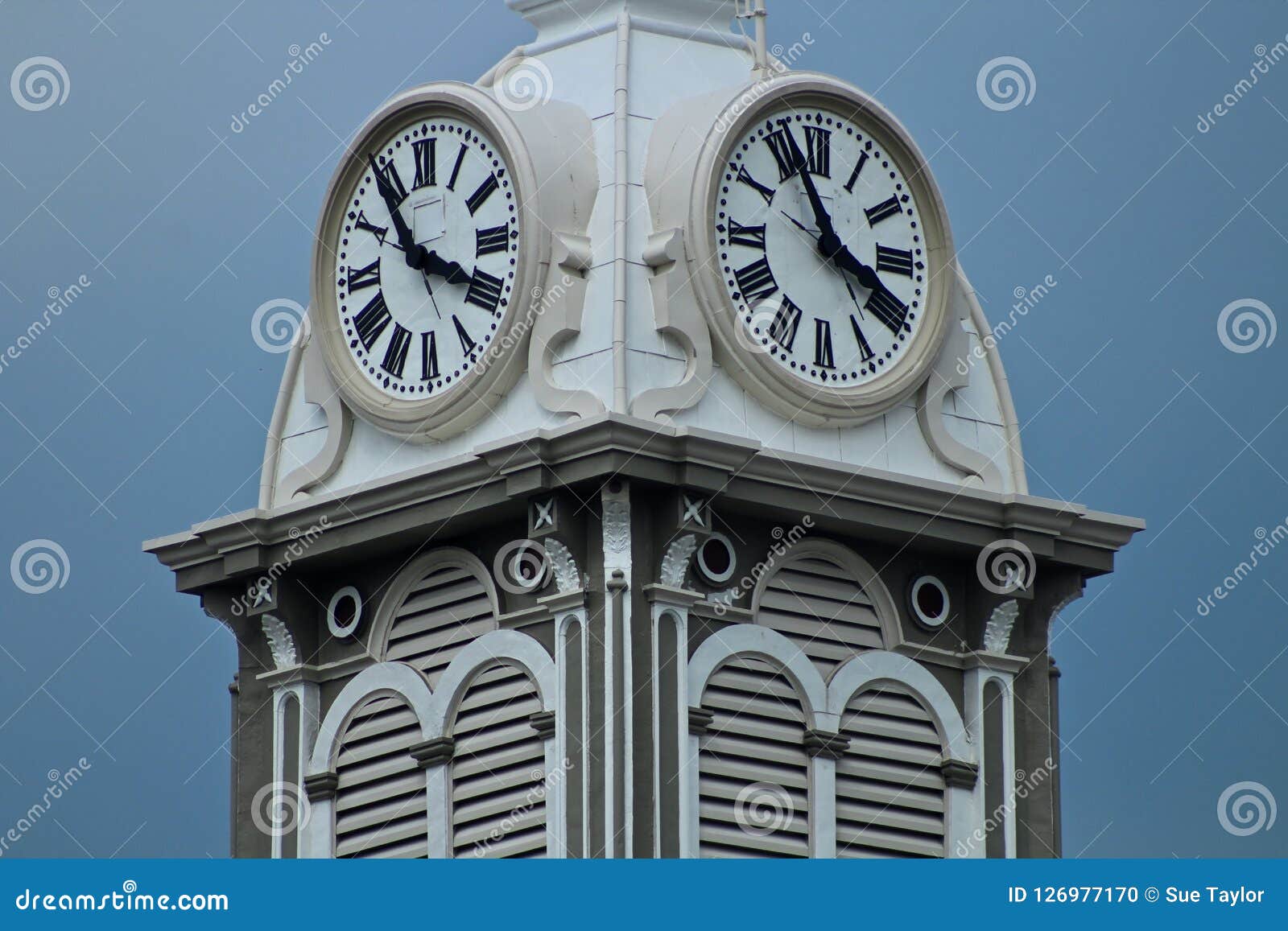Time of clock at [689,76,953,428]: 3:56
